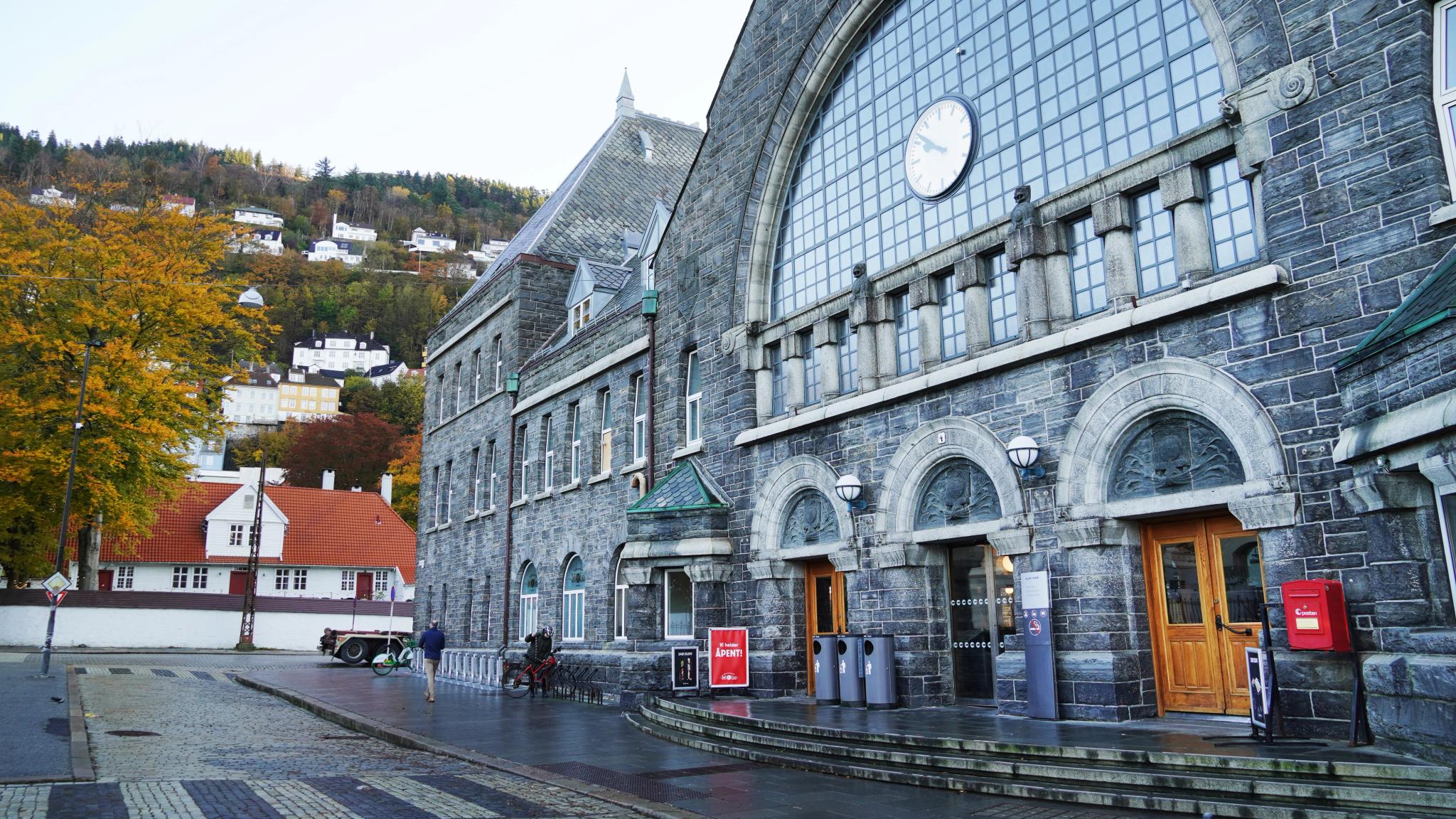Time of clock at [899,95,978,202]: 9:51
